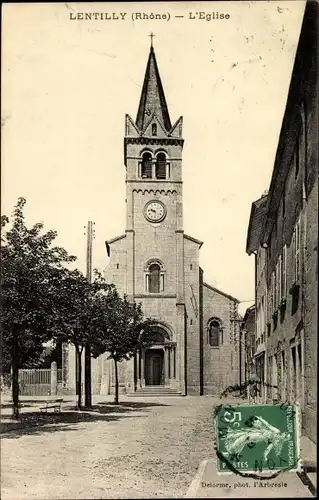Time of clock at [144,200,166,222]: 9:45
